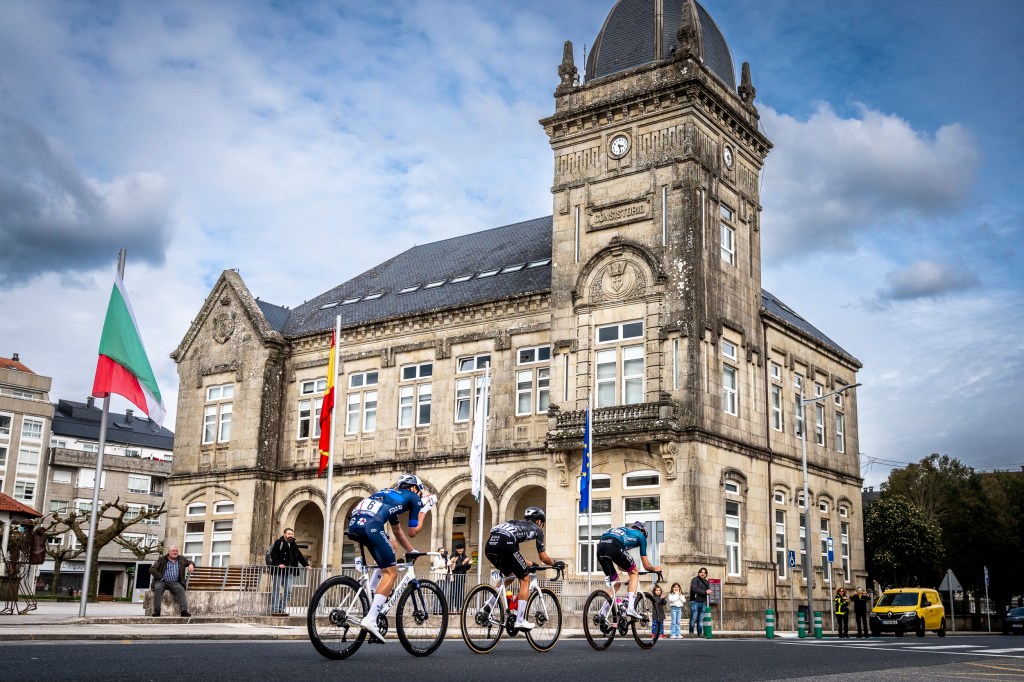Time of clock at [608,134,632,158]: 3:27
